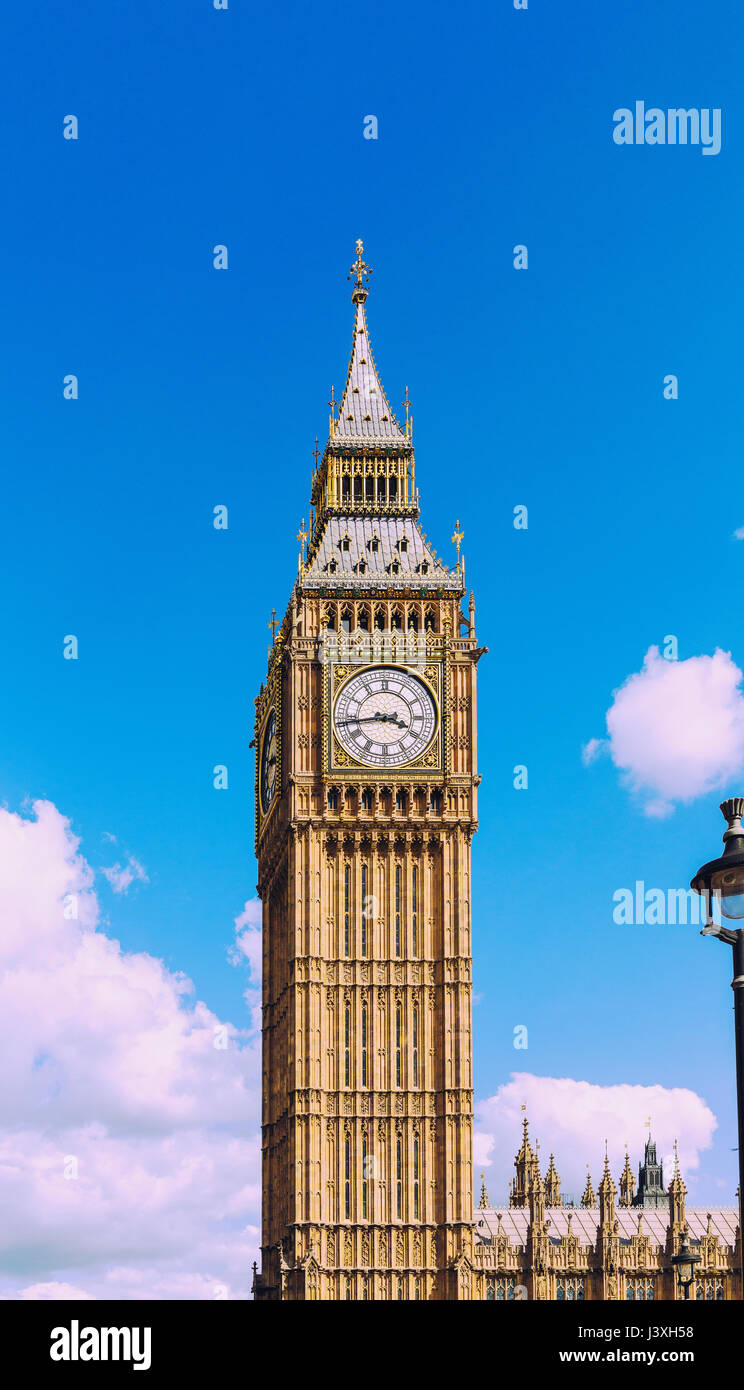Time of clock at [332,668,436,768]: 3:43
